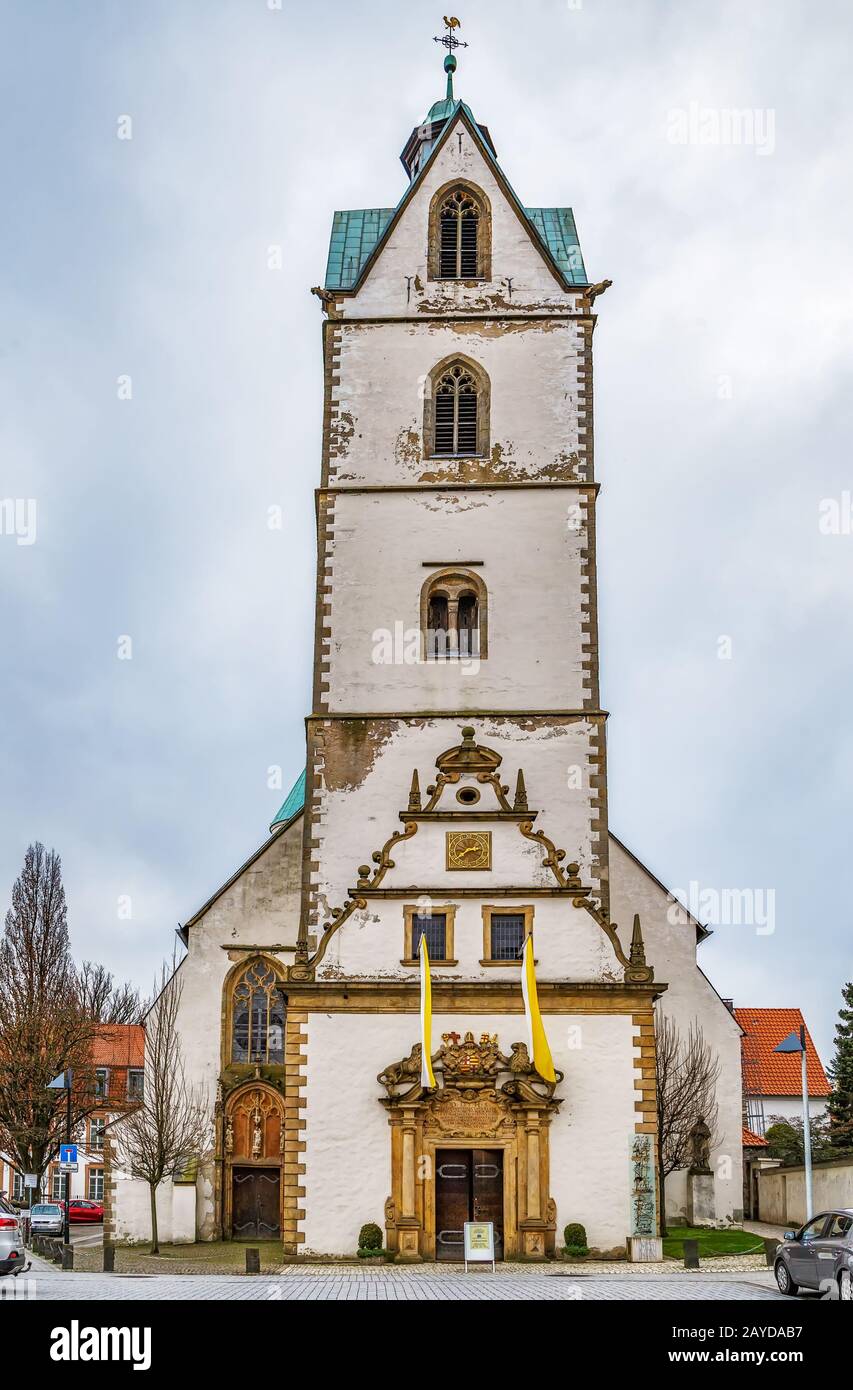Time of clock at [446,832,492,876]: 2:39
